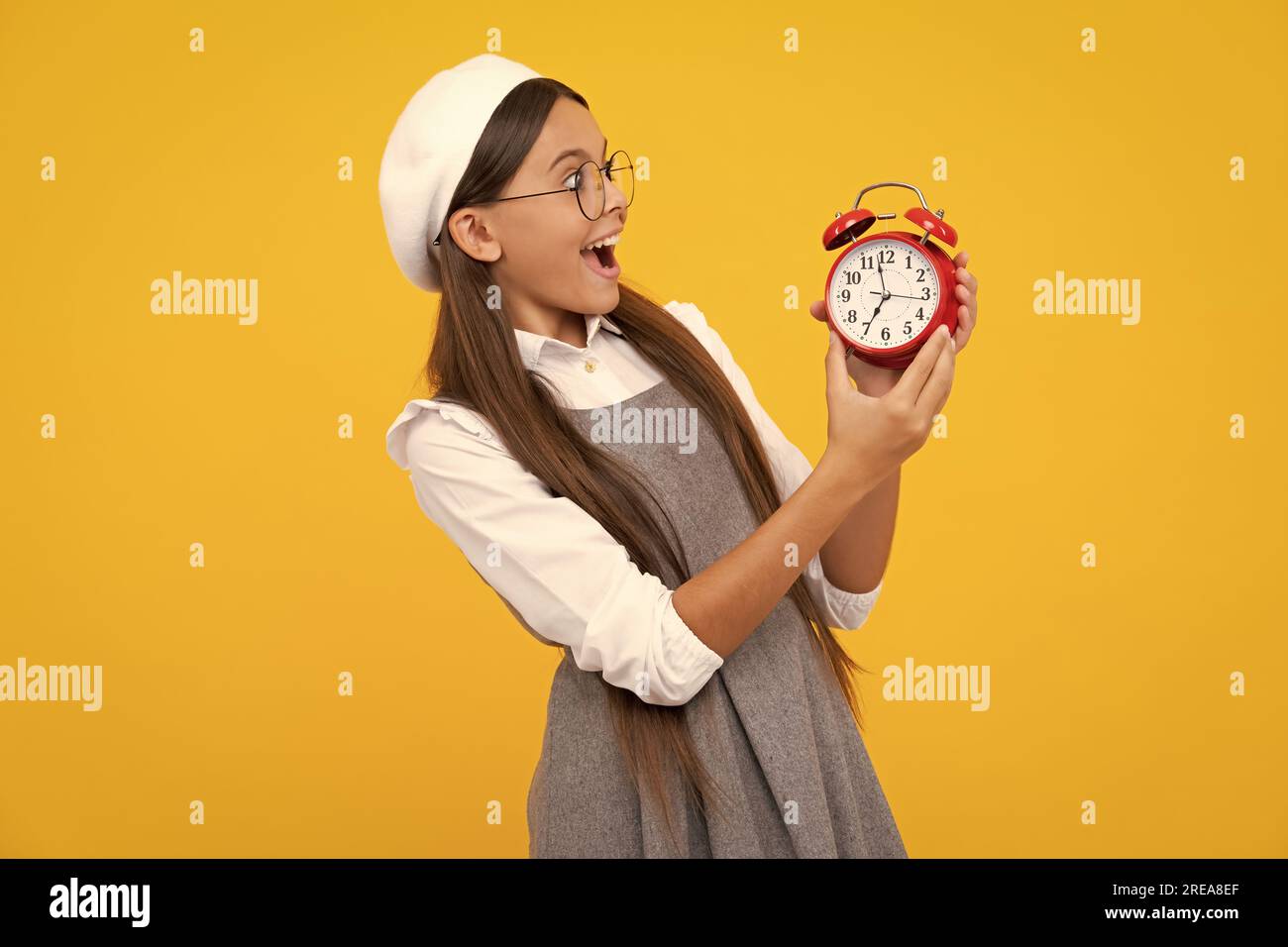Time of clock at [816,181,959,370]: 6:58
